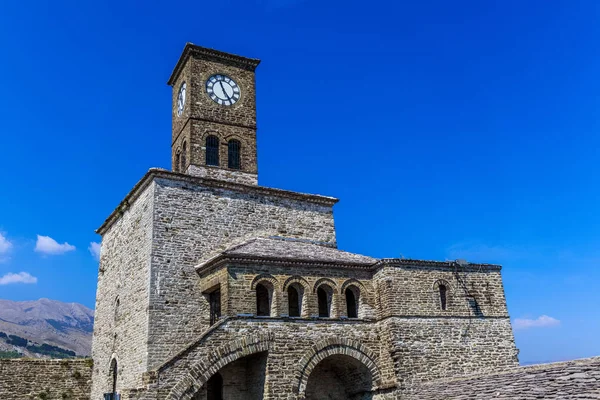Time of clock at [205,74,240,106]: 4:56
